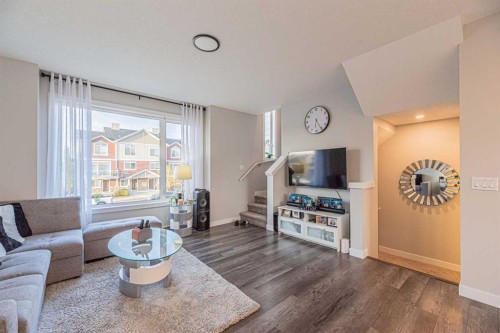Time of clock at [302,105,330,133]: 6:25
